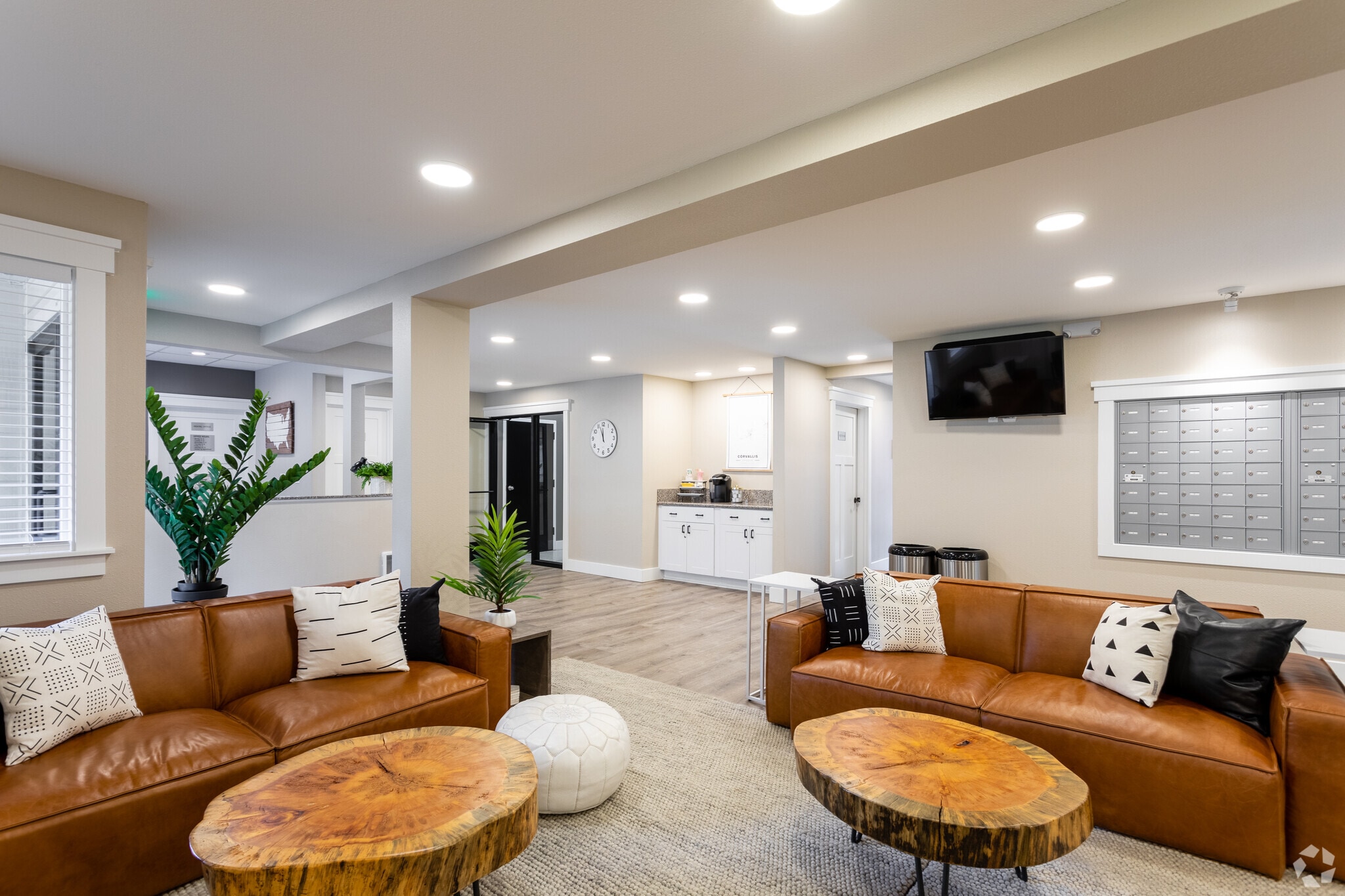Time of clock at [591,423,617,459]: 11:56
